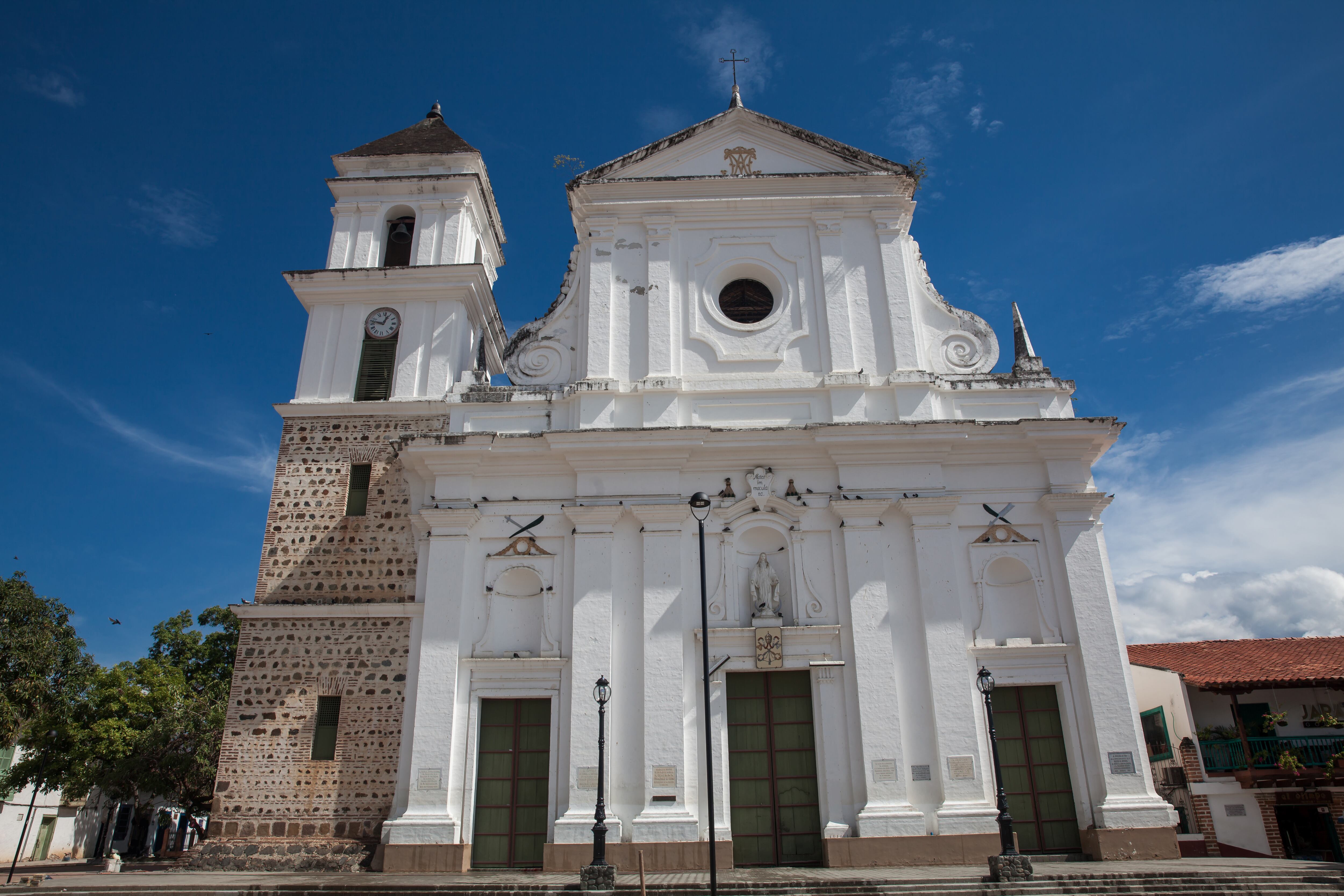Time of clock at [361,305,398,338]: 12:47
